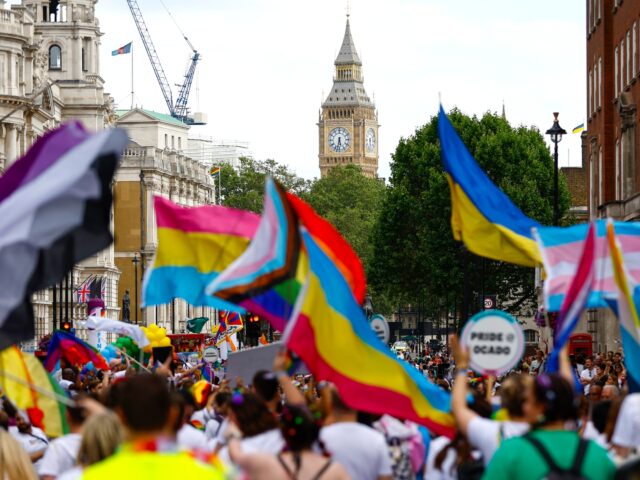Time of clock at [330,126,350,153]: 5:32
